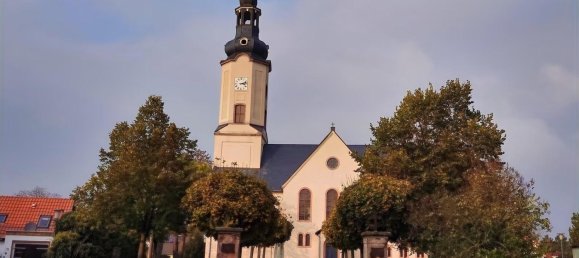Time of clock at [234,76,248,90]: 3:12
